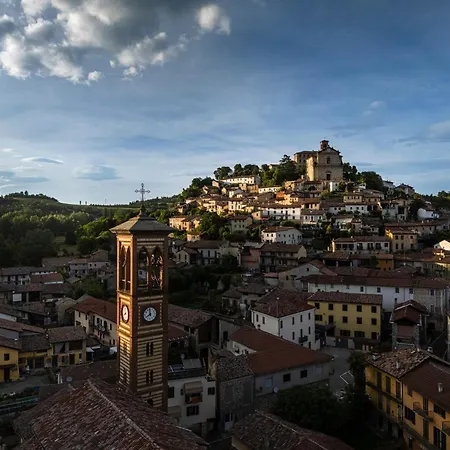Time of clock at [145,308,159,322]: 7:58
